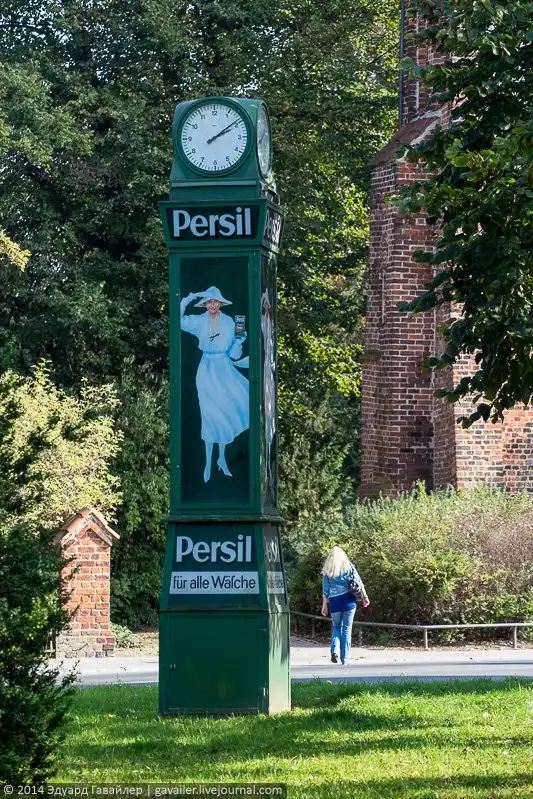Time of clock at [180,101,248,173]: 2:09
